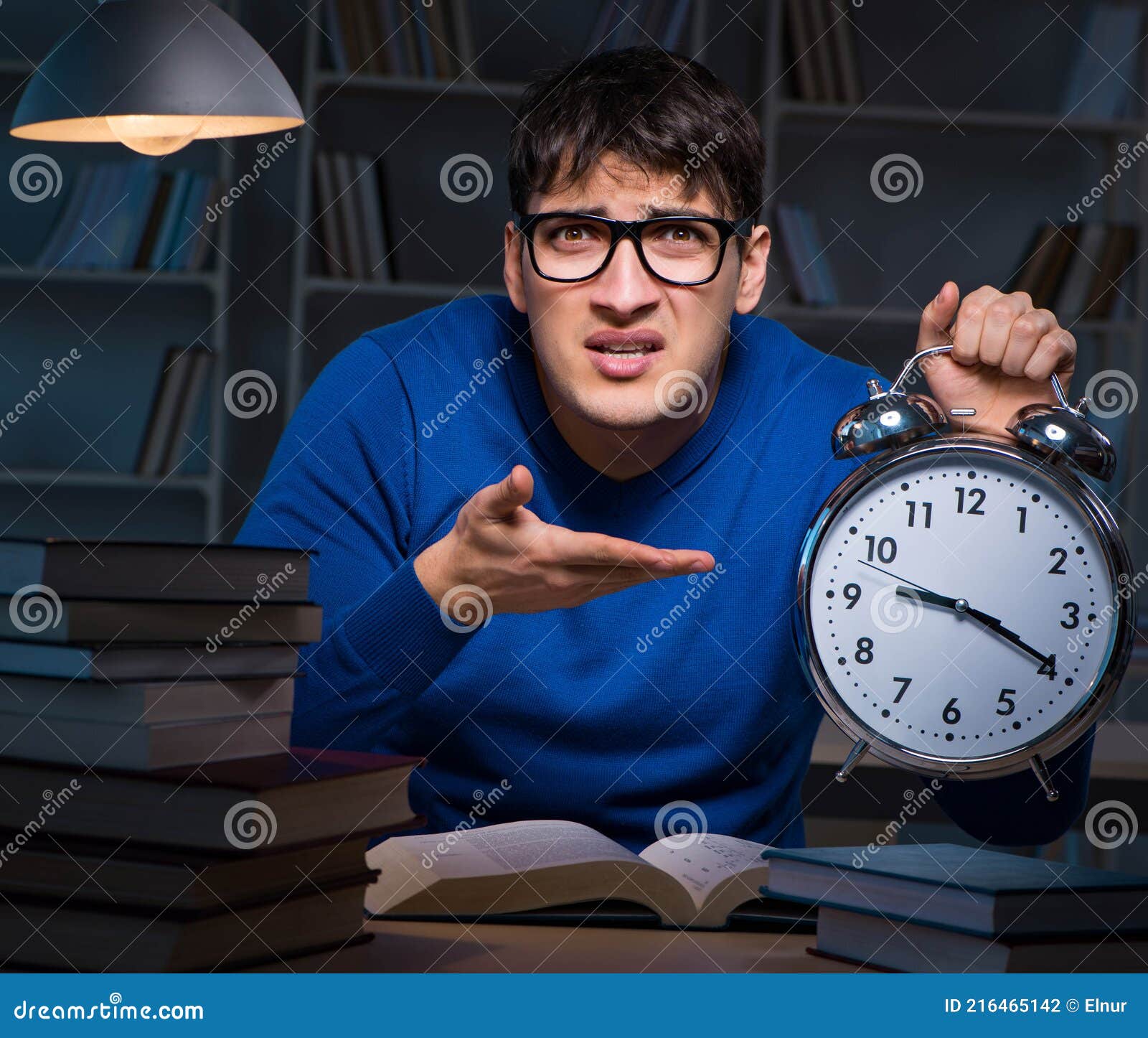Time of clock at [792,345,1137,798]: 9:19
